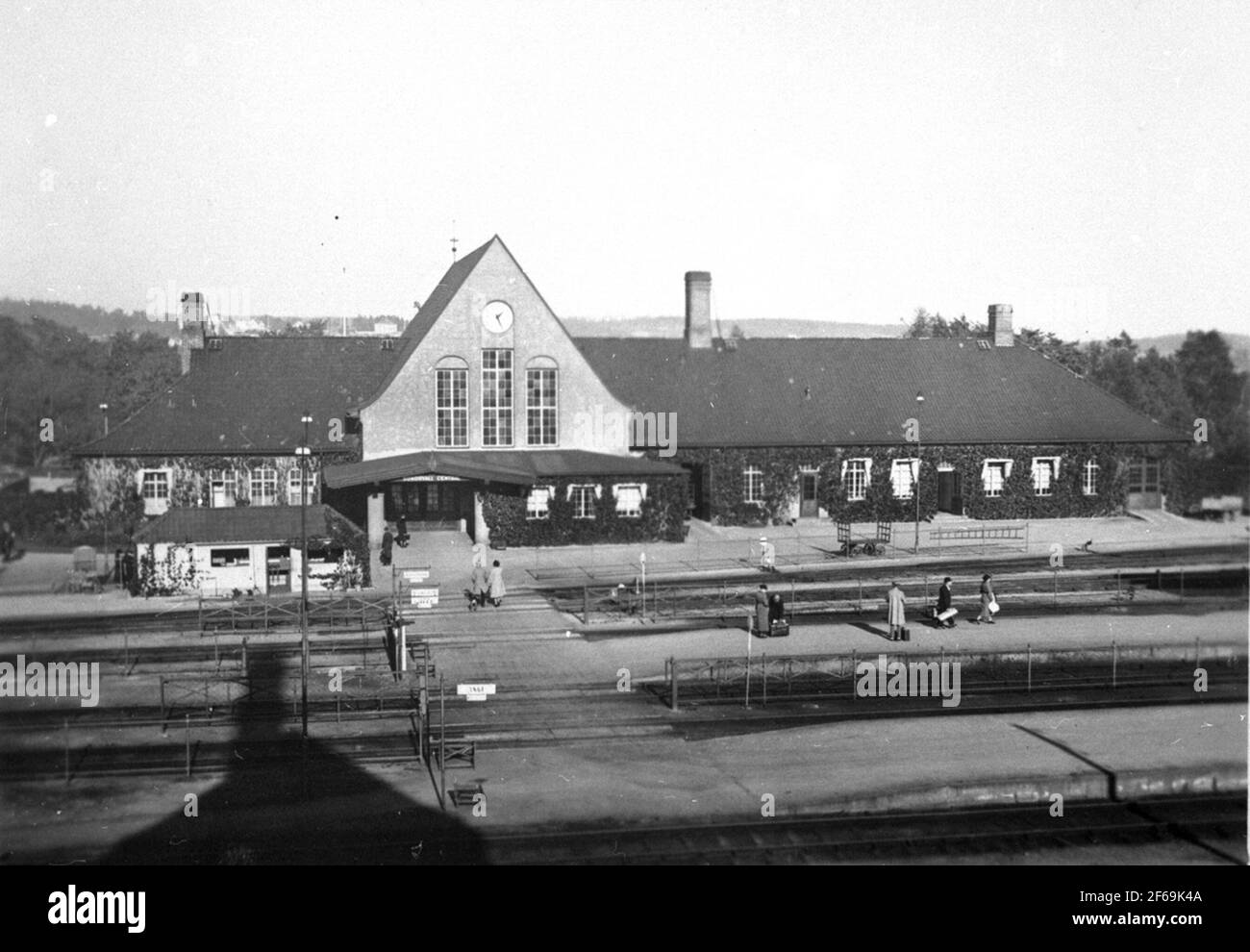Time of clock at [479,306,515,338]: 1:26
